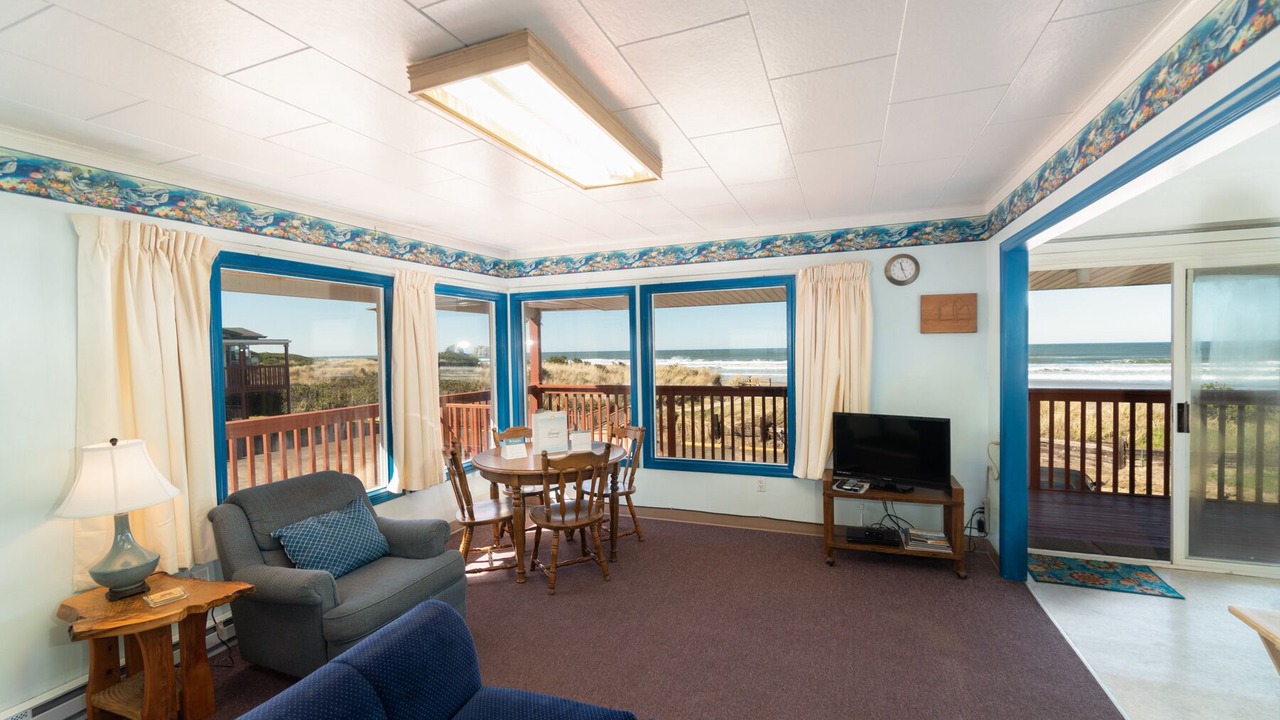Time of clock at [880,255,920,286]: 11:26
